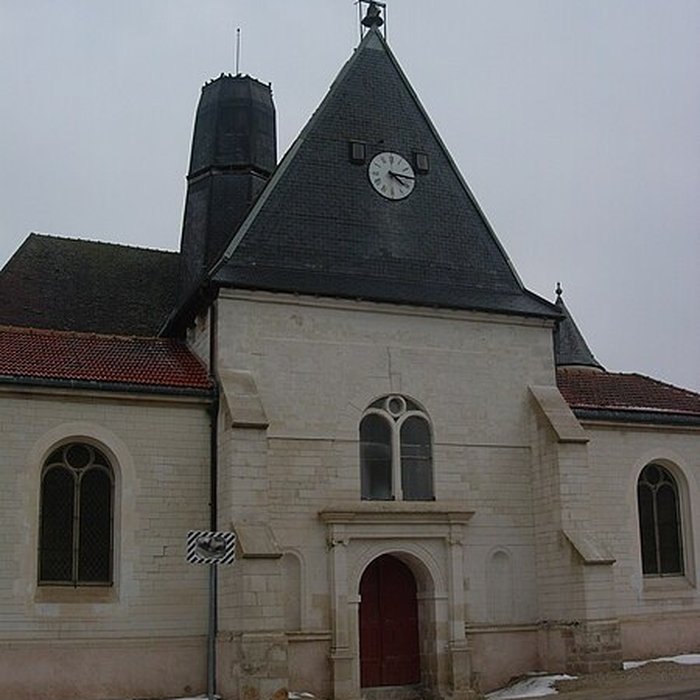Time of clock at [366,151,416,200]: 4:15
